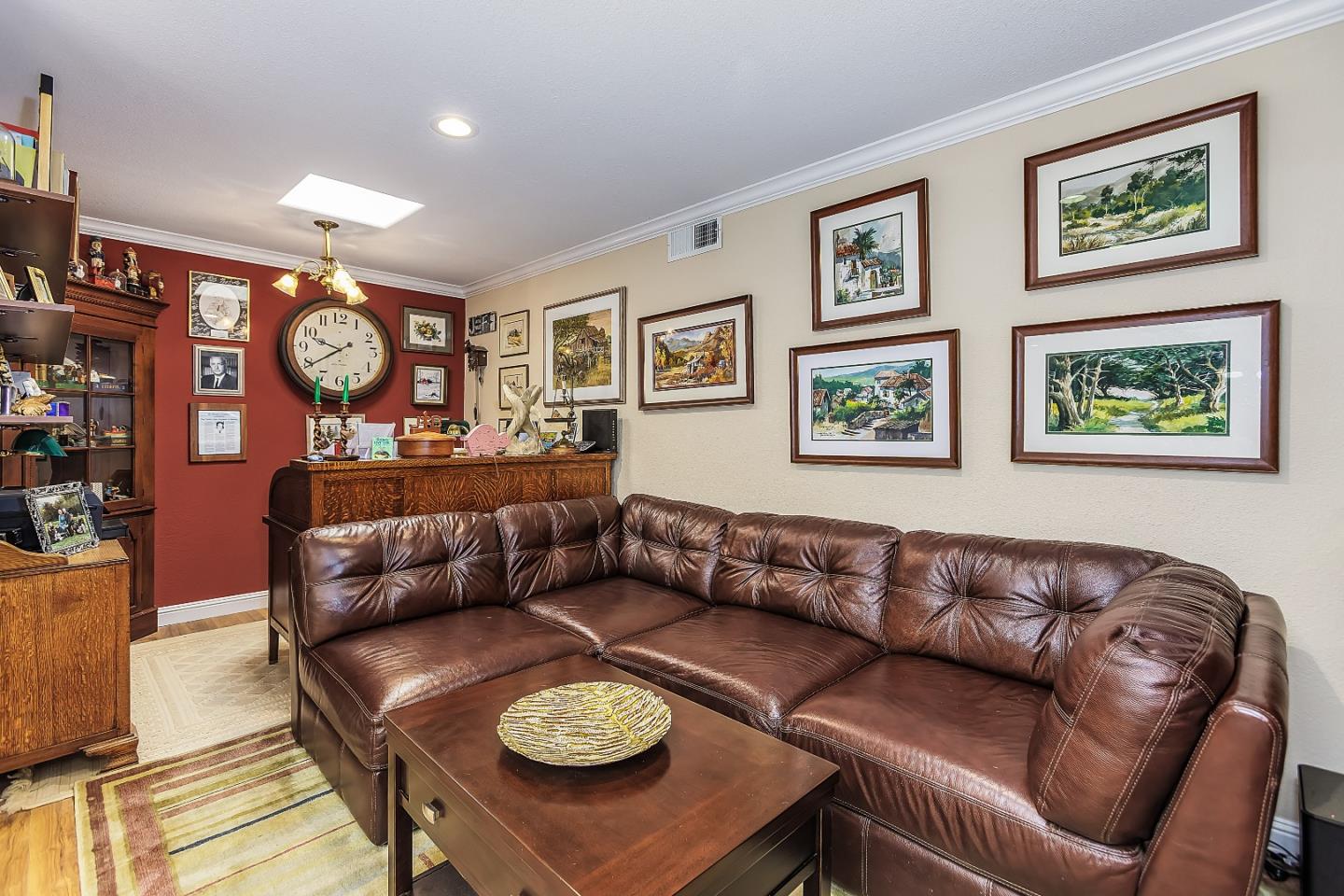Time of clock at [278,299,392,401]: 9:39
